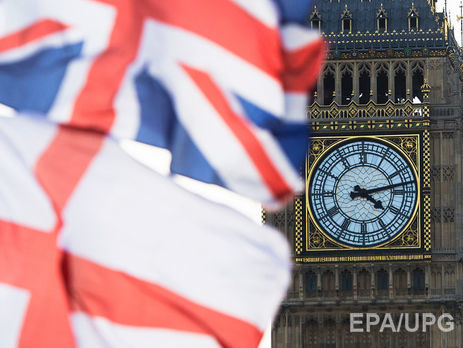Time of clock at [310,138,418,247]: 4:12
